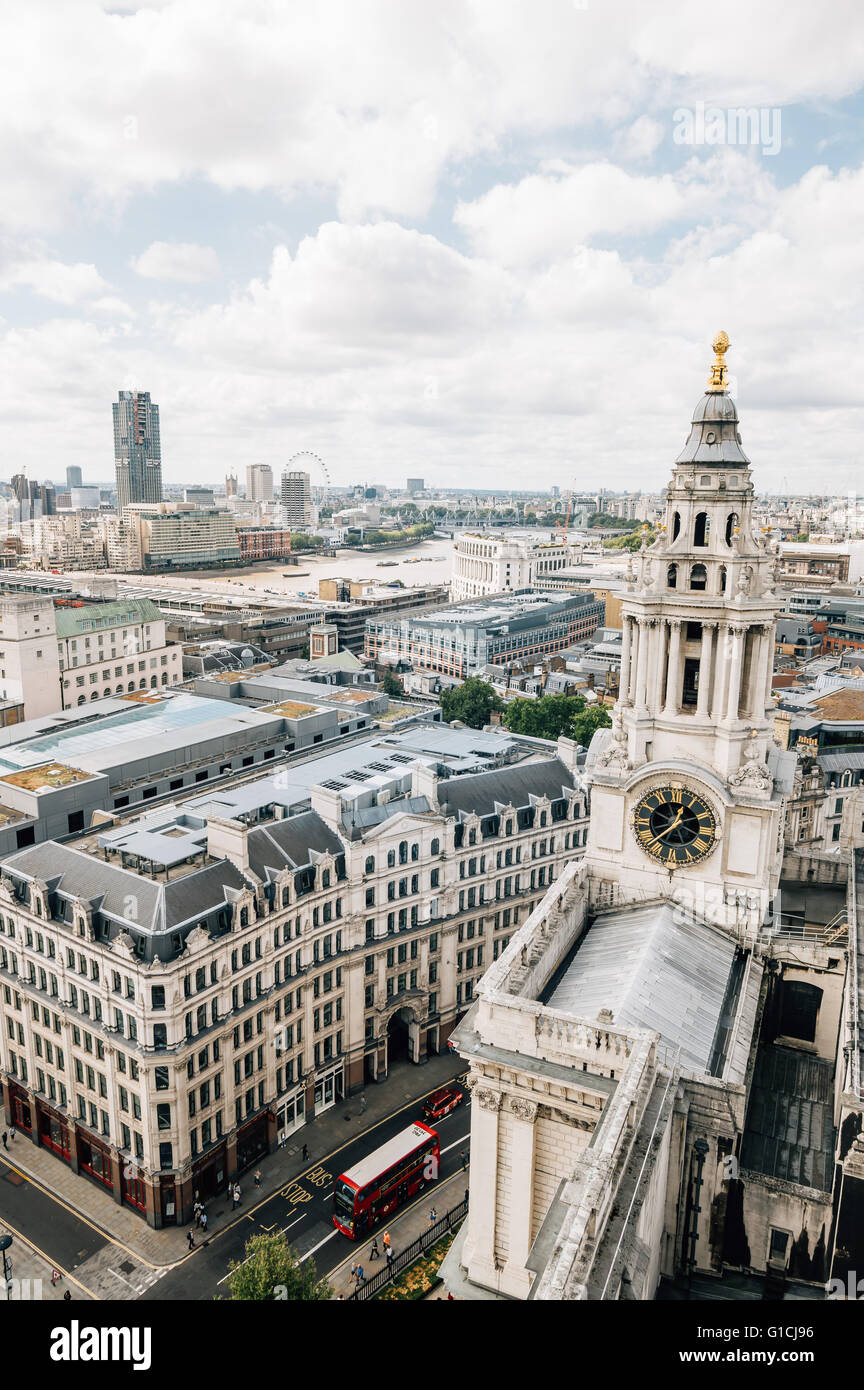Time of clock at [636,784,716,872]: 12:49
